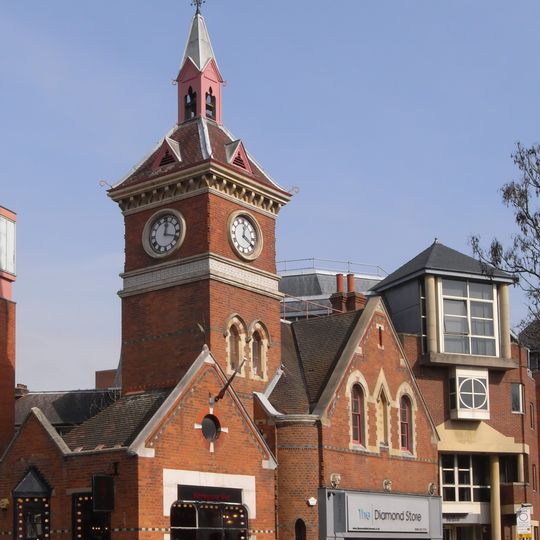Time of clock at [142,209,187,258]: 12:18
